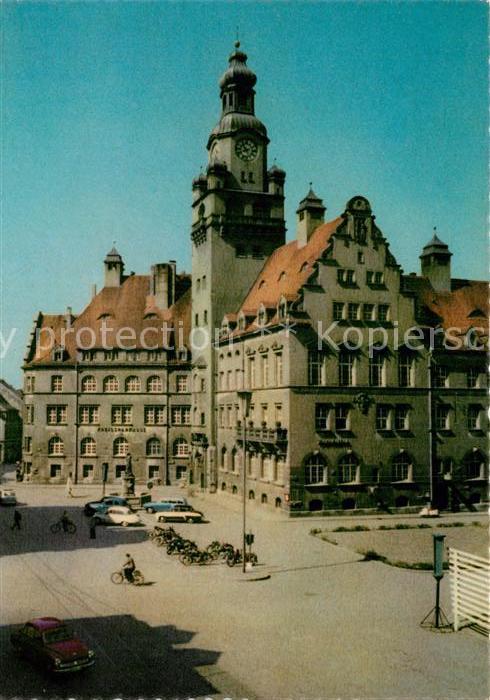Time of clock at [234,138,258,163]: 10:41
